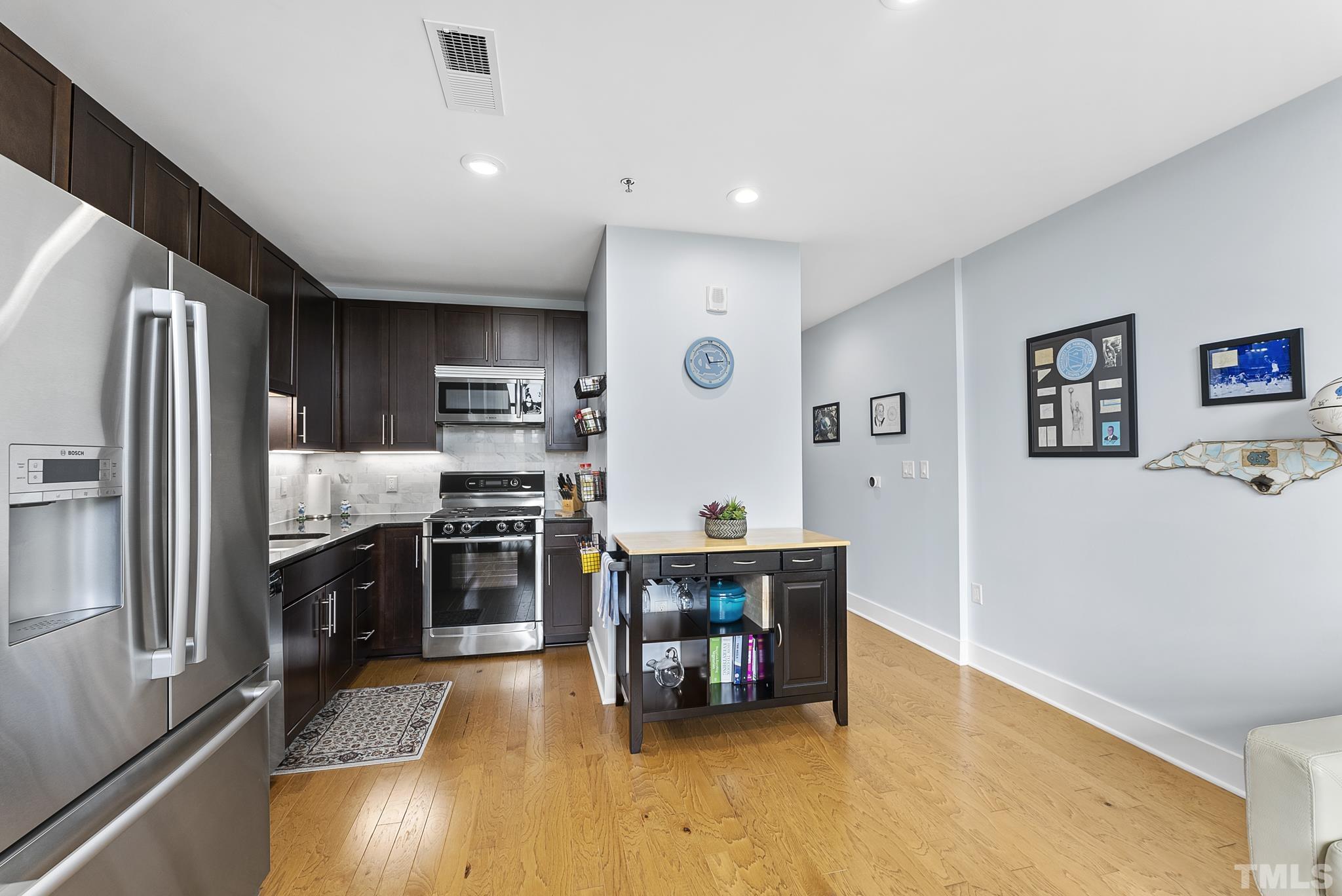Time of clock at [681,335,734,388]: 11:13
